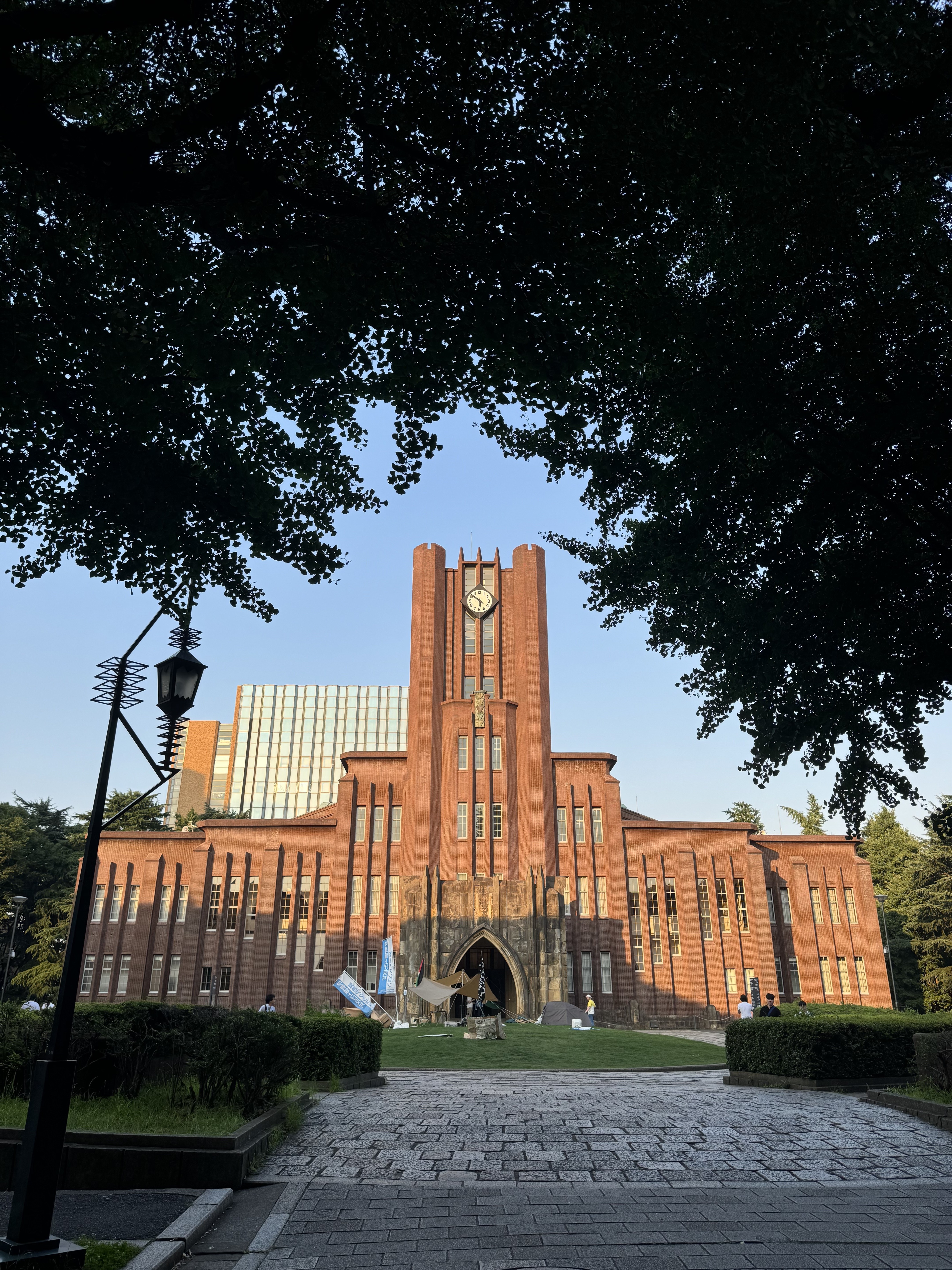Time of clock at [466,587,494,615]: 5:51
